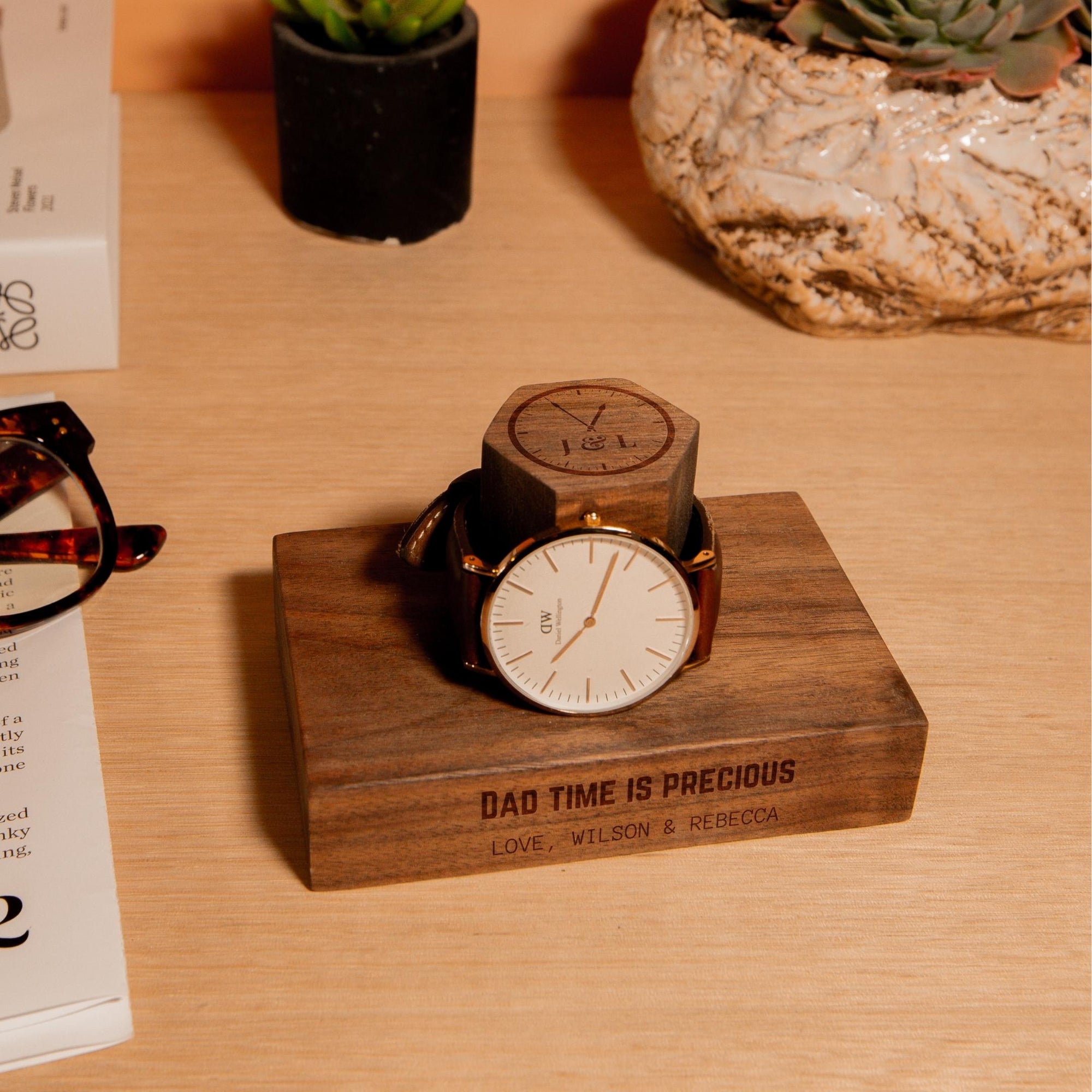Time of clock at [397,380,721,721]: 7:03
